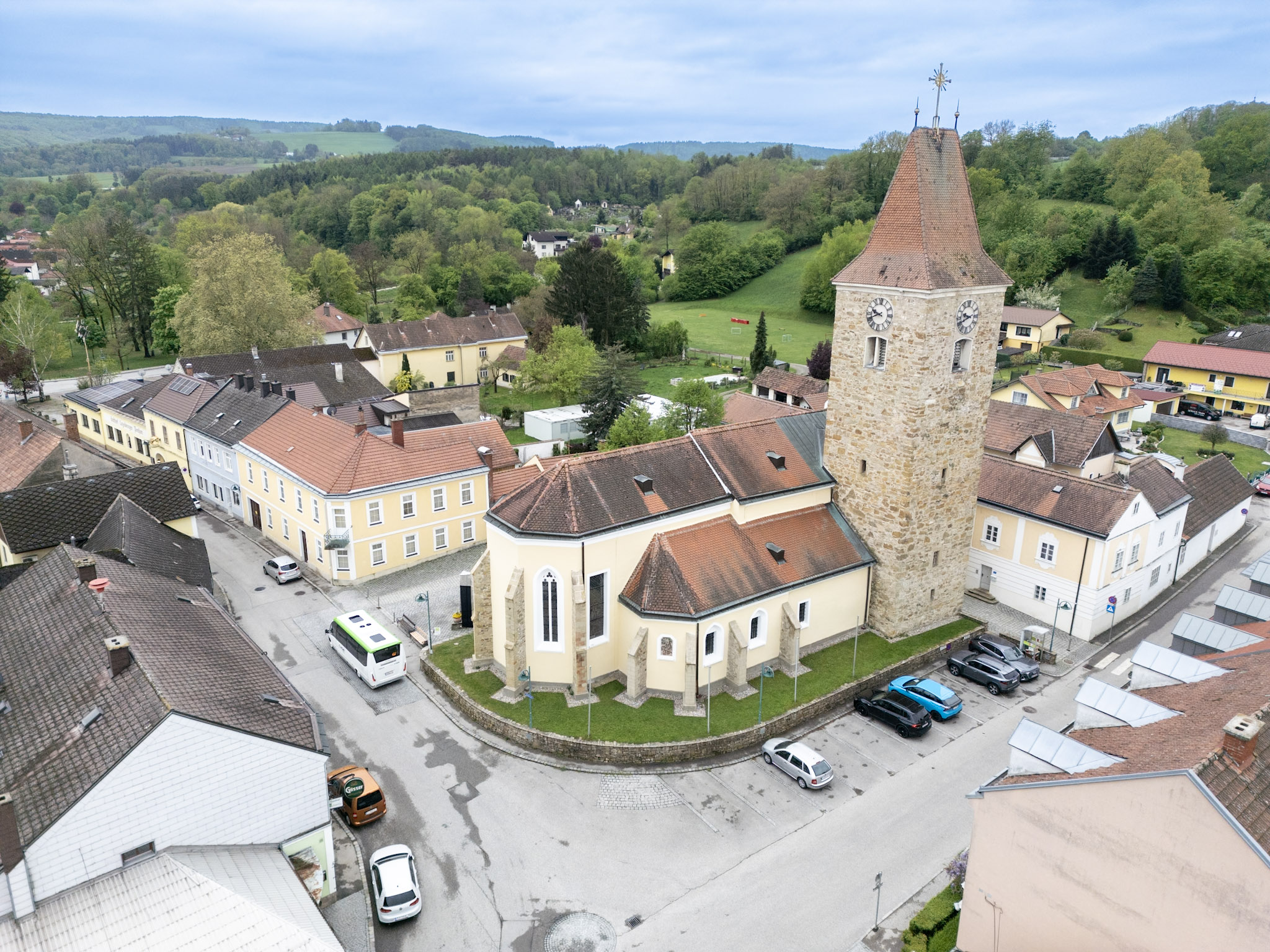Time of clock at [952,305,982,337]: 9:41
